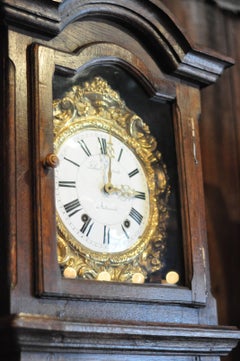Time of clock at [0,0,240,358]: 3:01
